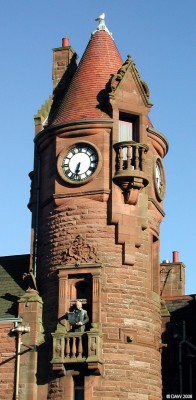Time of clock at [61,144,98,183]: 6:32
